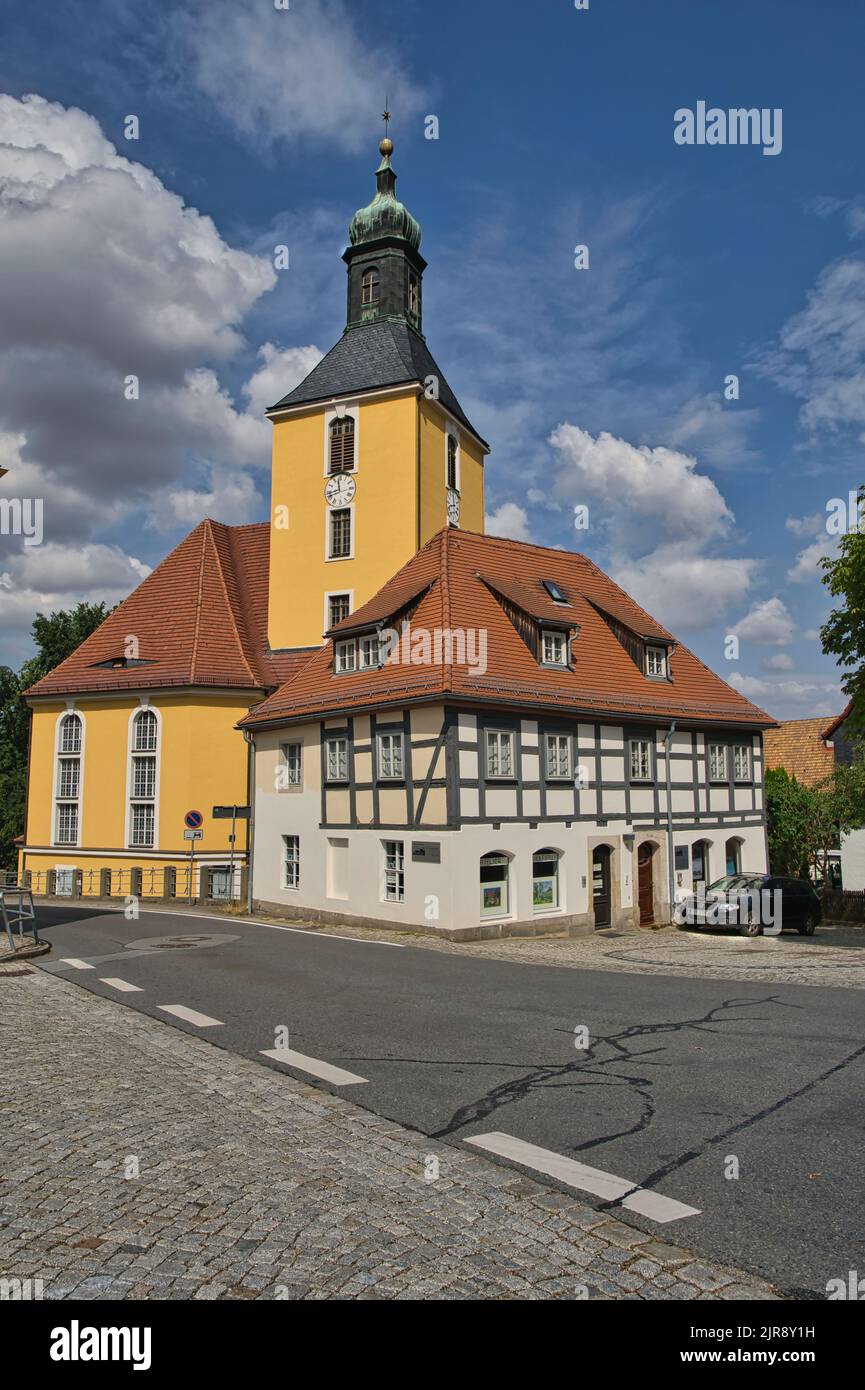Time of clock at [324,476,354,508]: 11:42
